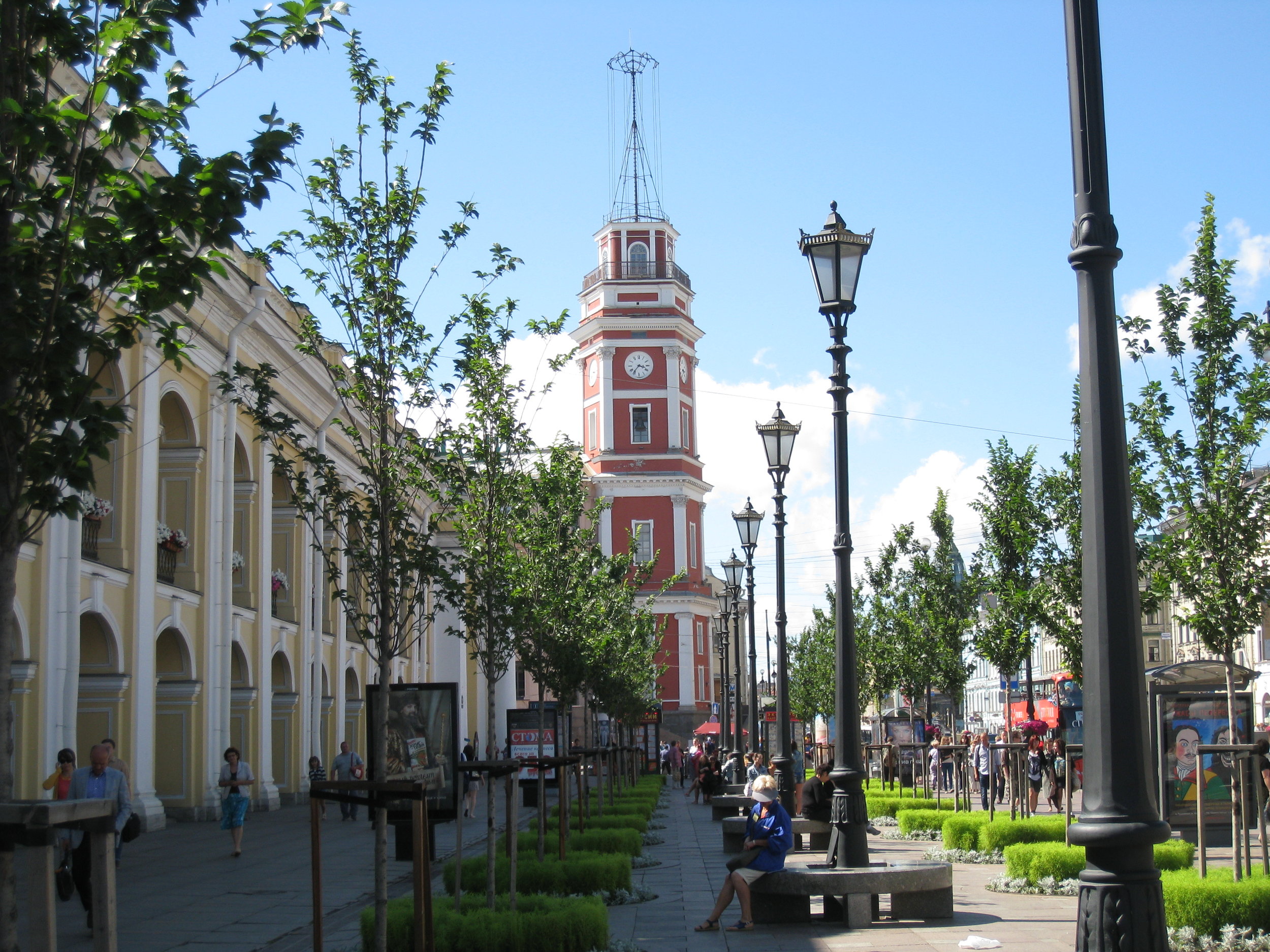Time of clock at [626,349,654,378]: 3:36
